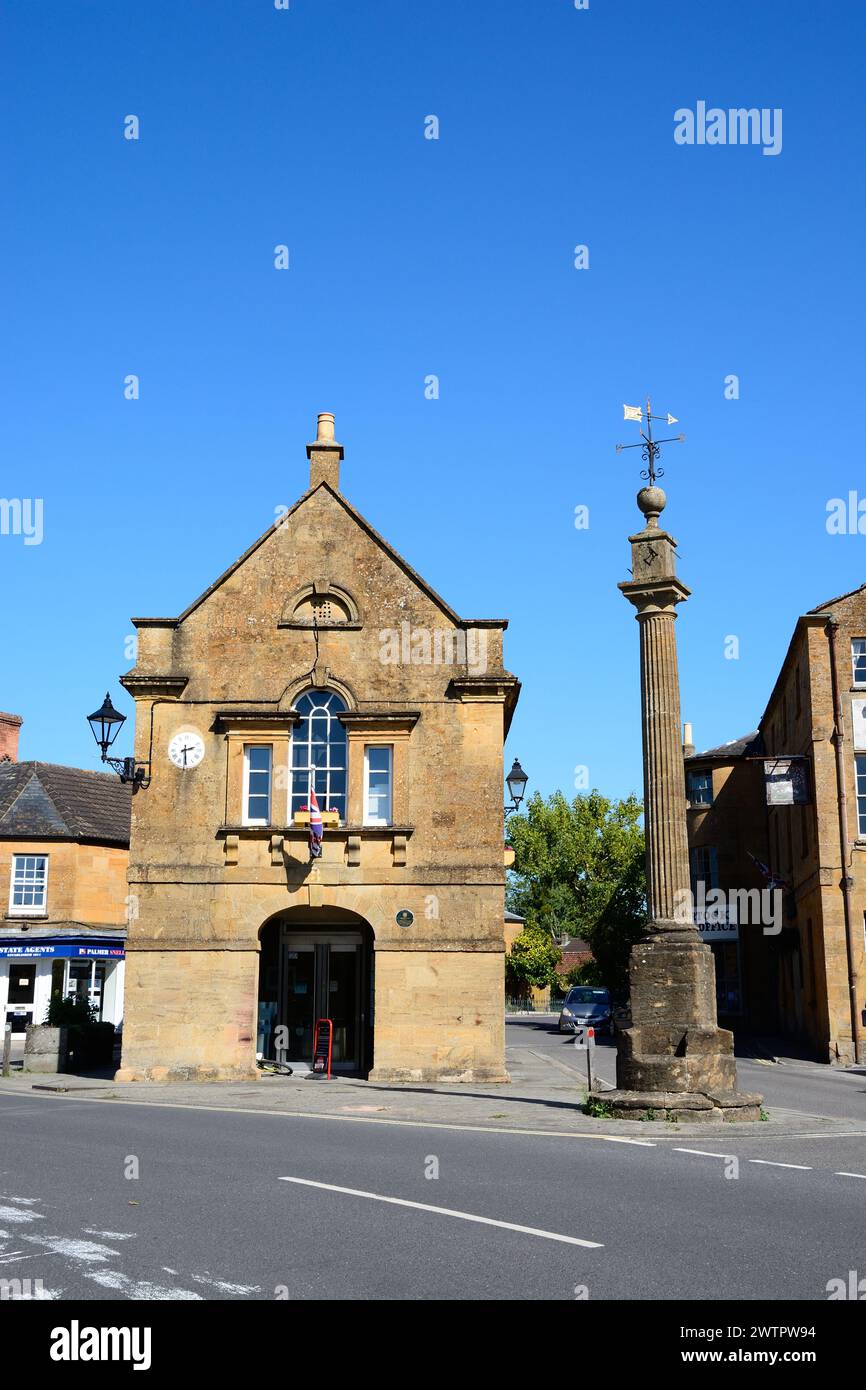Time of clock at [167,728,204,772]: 2:29
